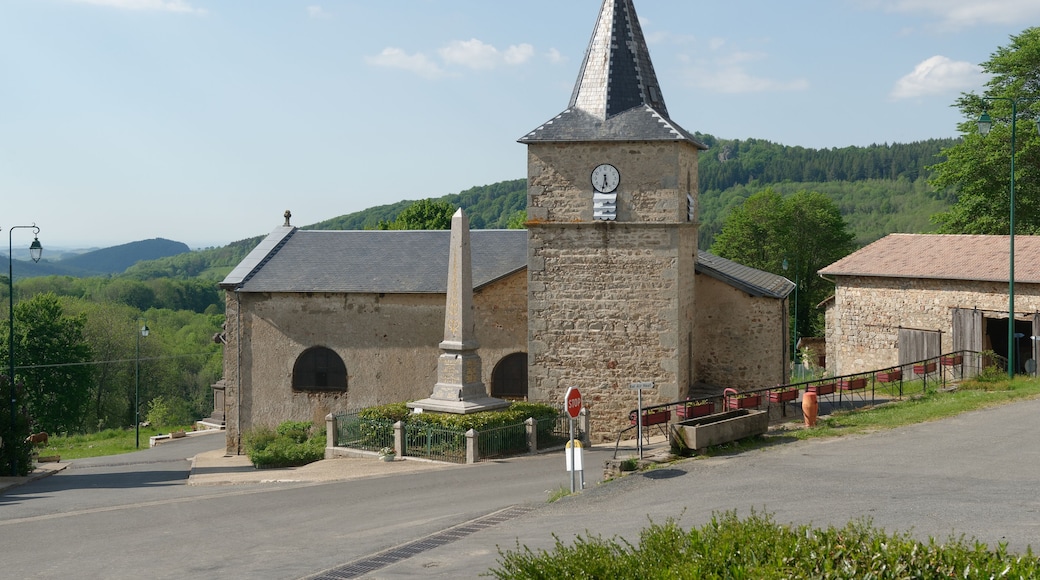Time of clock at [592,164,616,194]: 5:31
